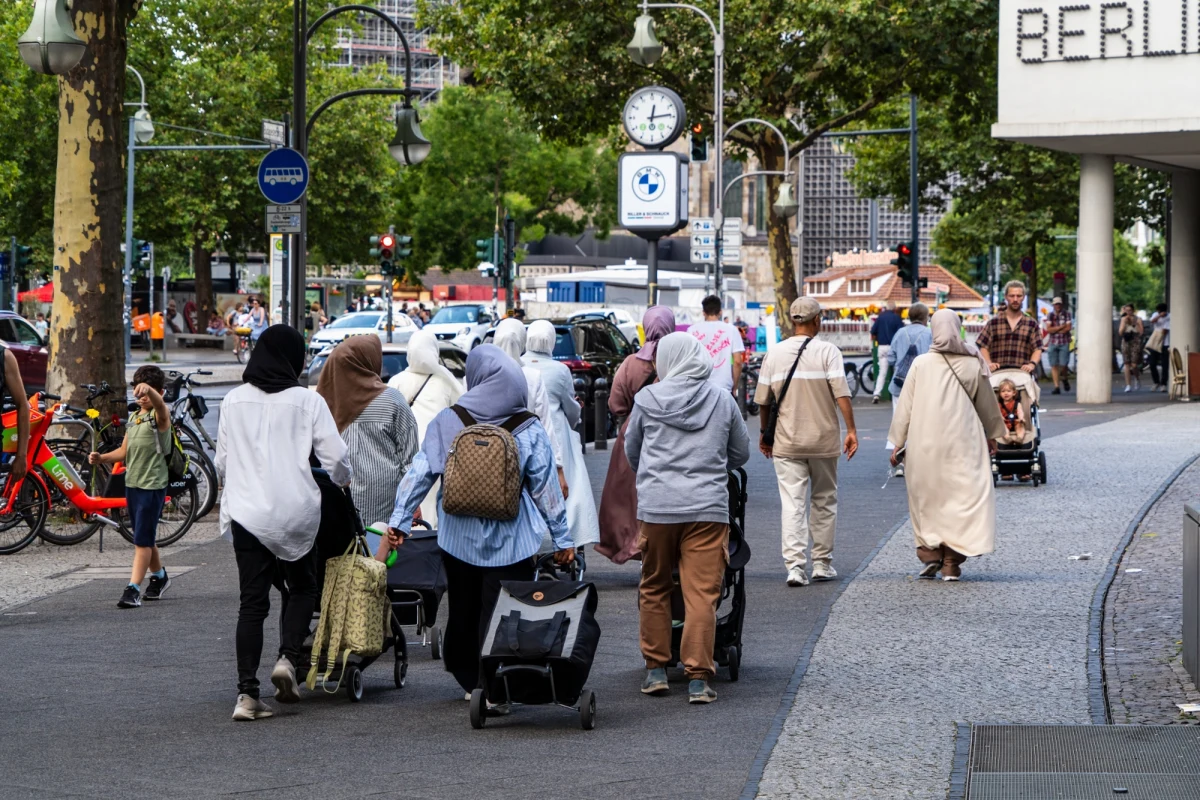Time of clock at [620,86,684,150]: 12:13
